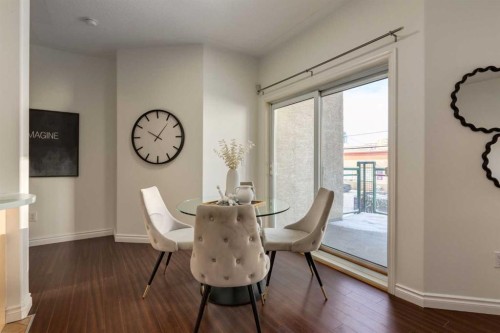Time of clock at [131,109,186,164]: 10:06
